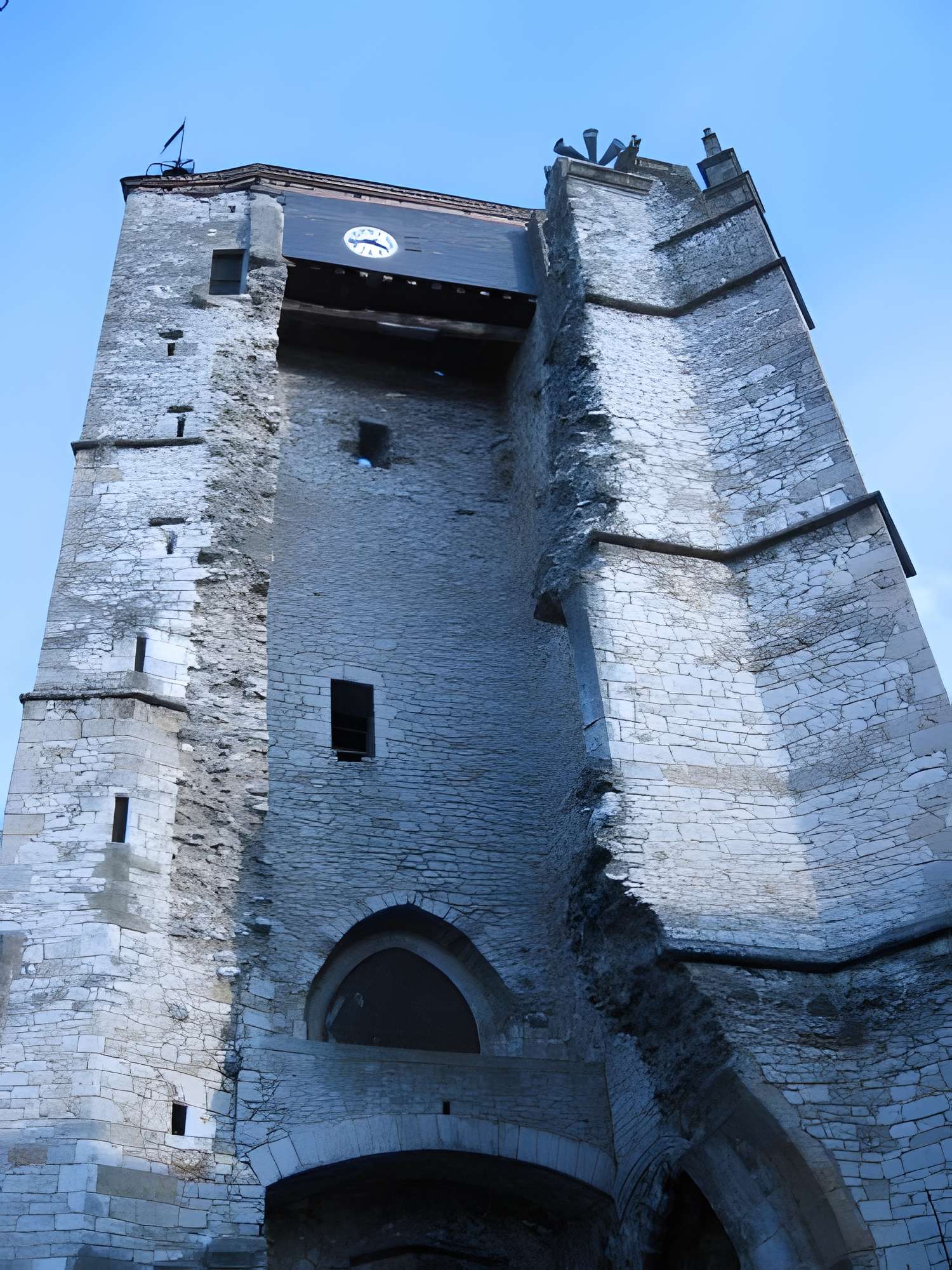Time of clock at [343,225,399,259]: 3:43
